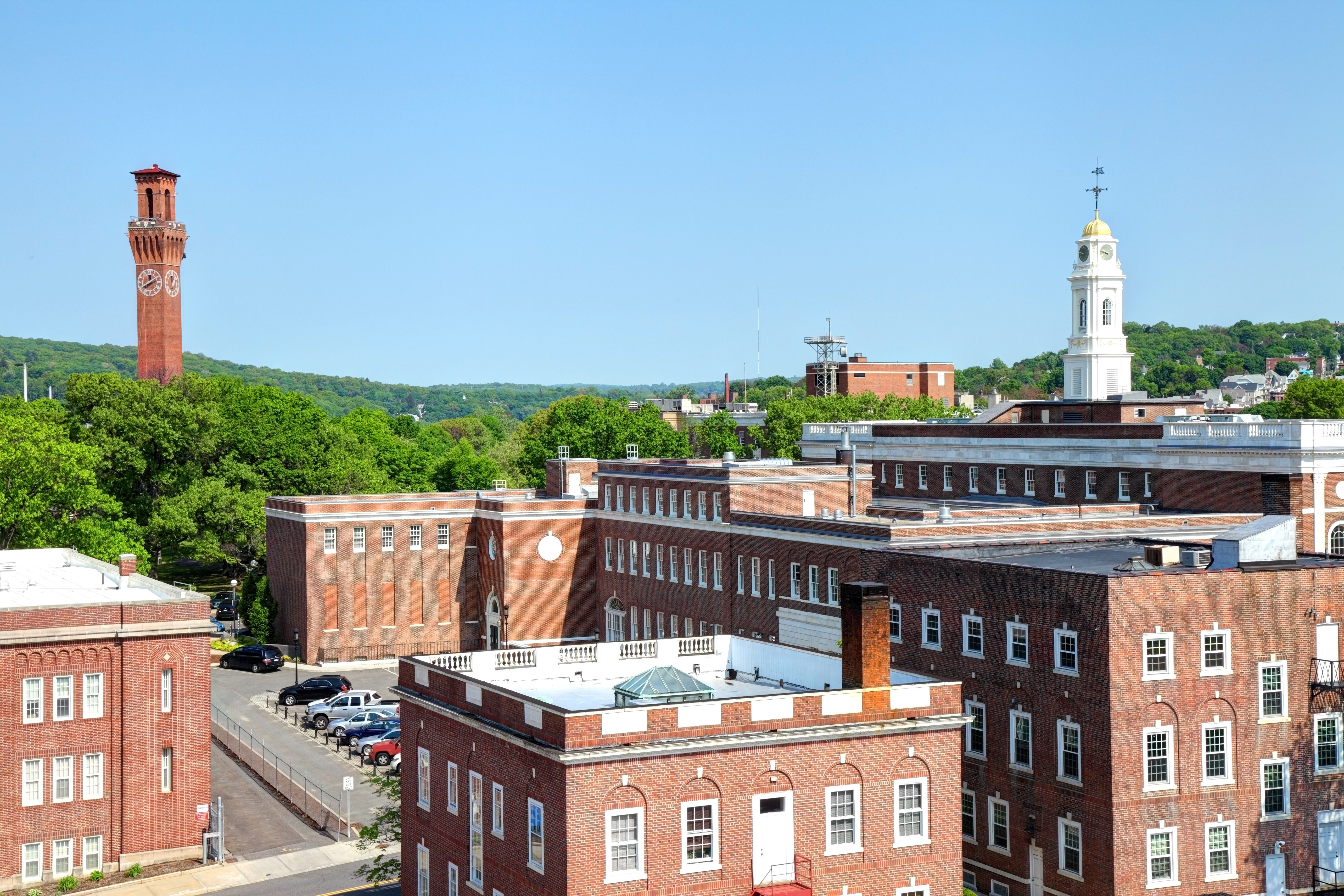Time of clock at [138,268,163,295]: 12:09
